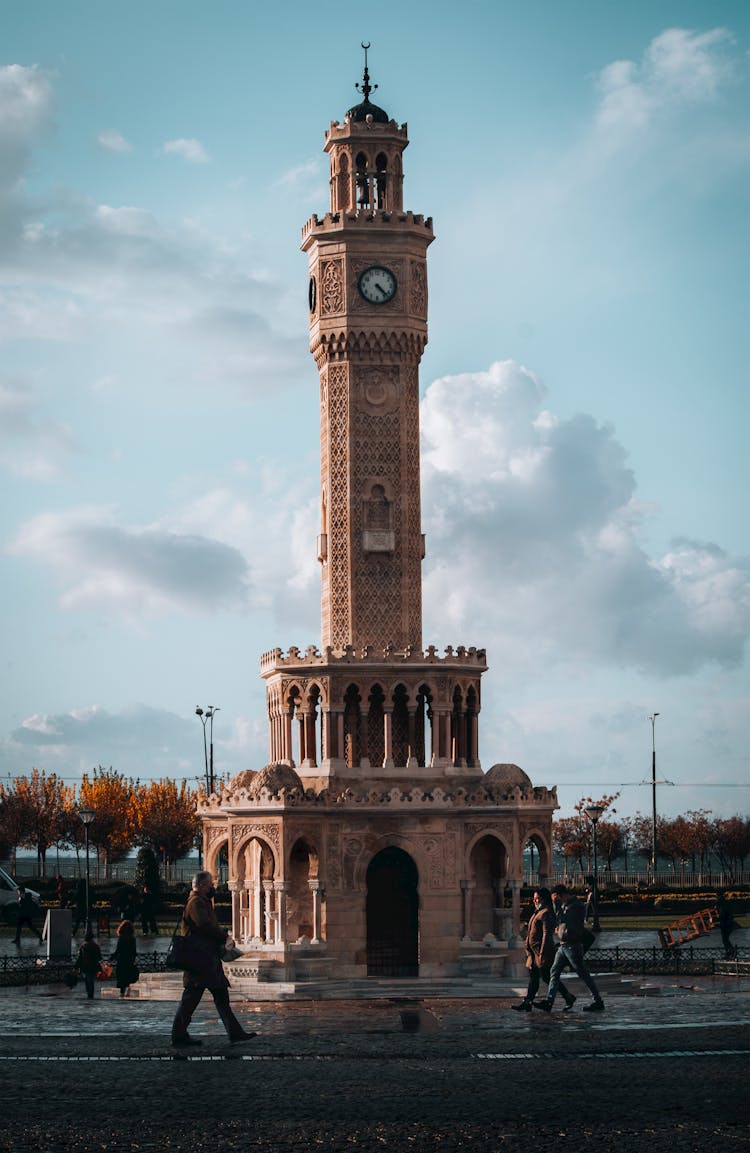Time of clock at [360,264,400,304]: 4:22
